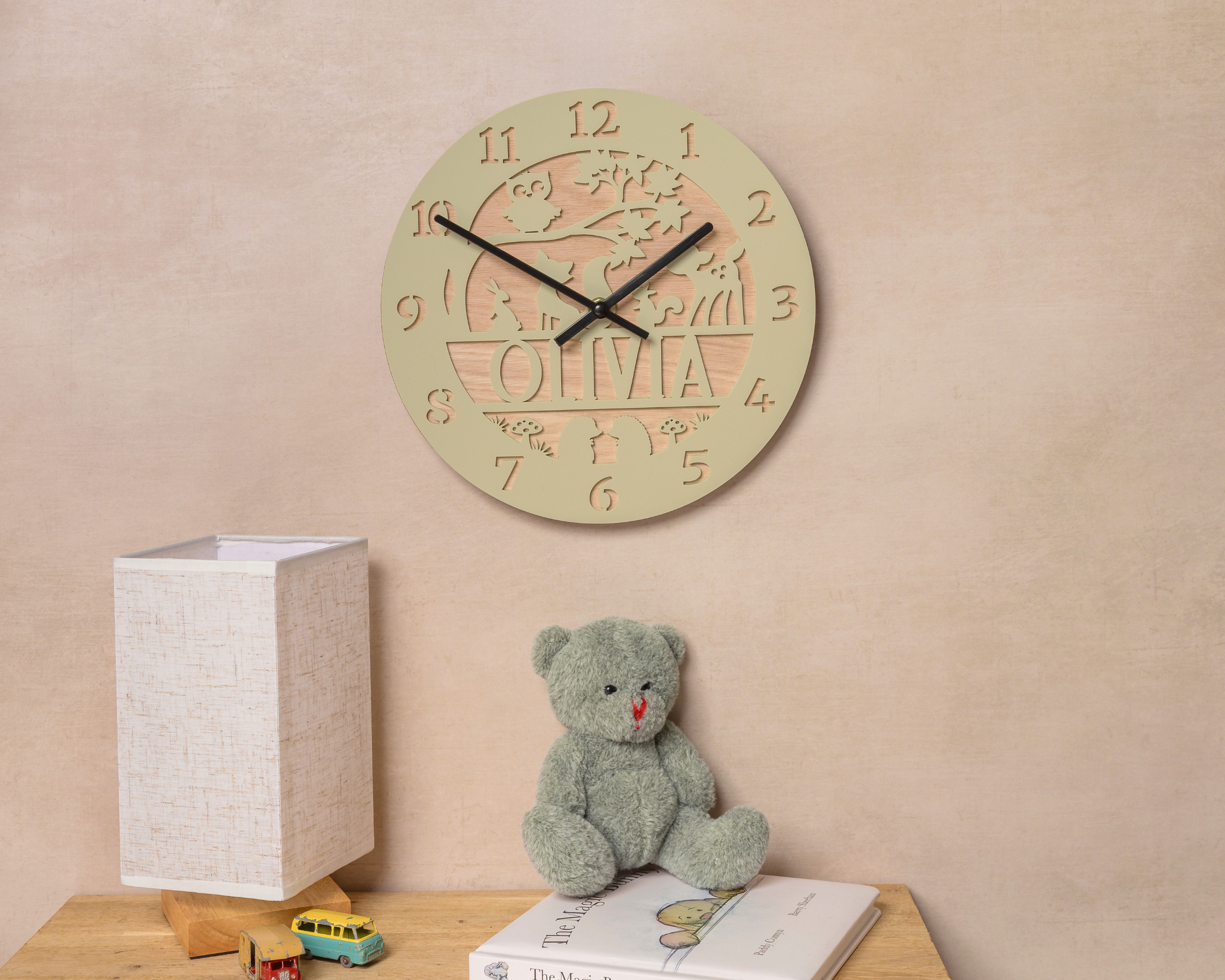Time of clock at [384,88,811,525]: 1:50
